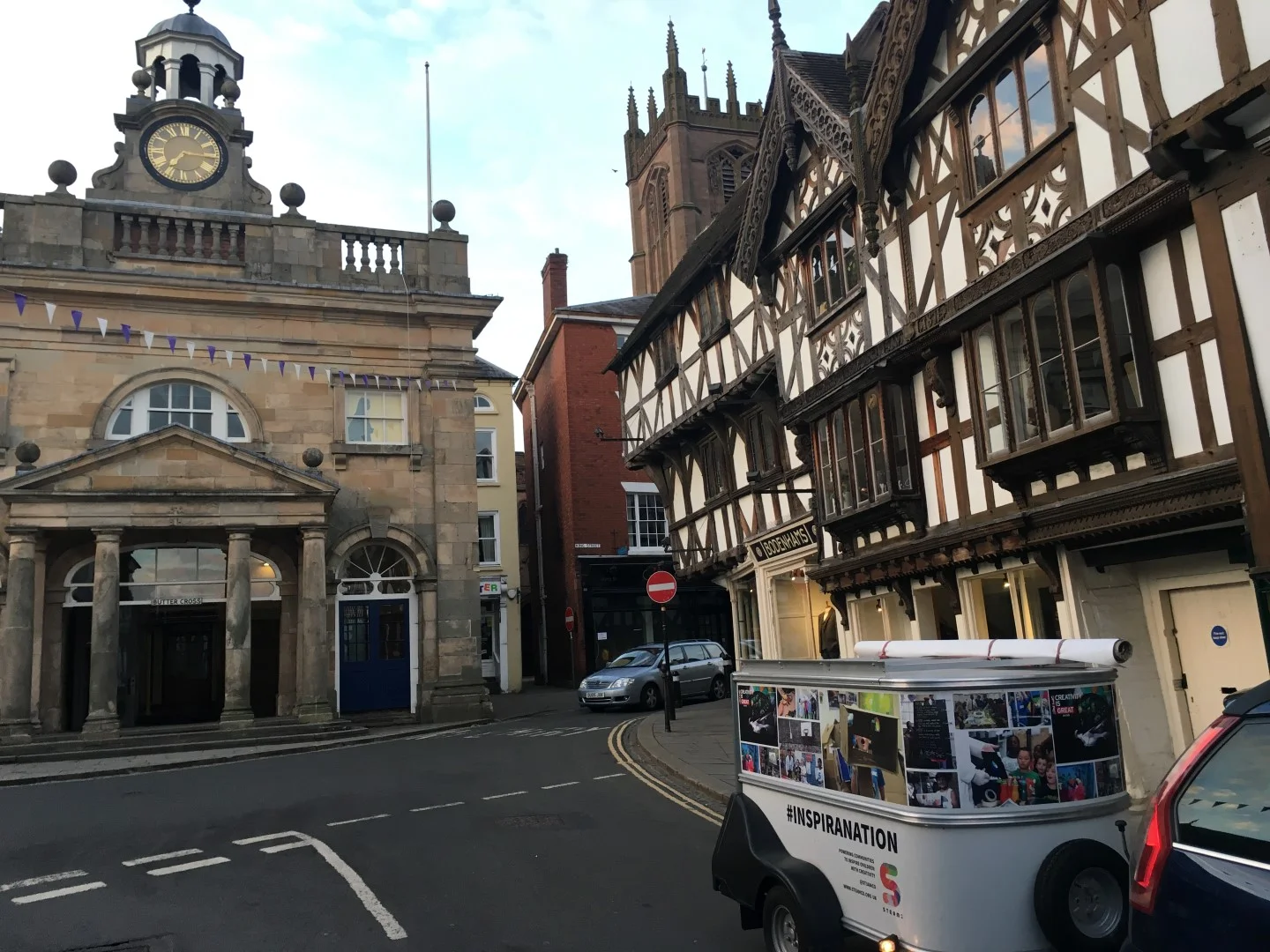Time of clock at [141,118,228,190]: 7:15
